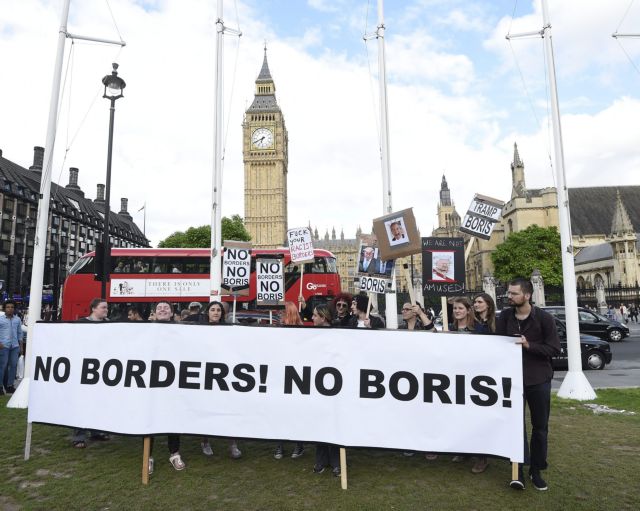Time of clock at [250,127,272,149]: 6:40
